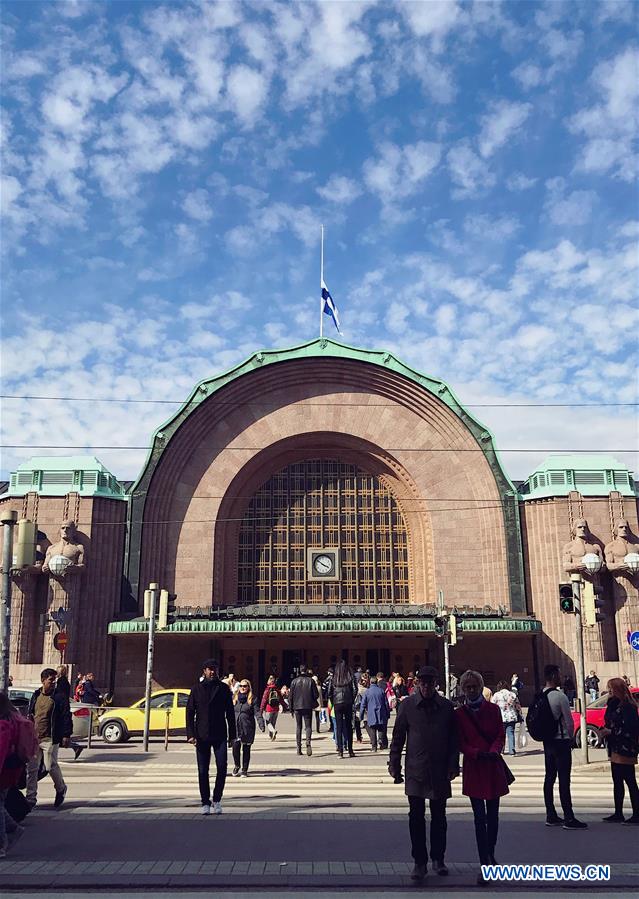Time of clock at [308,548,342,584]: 3:51
